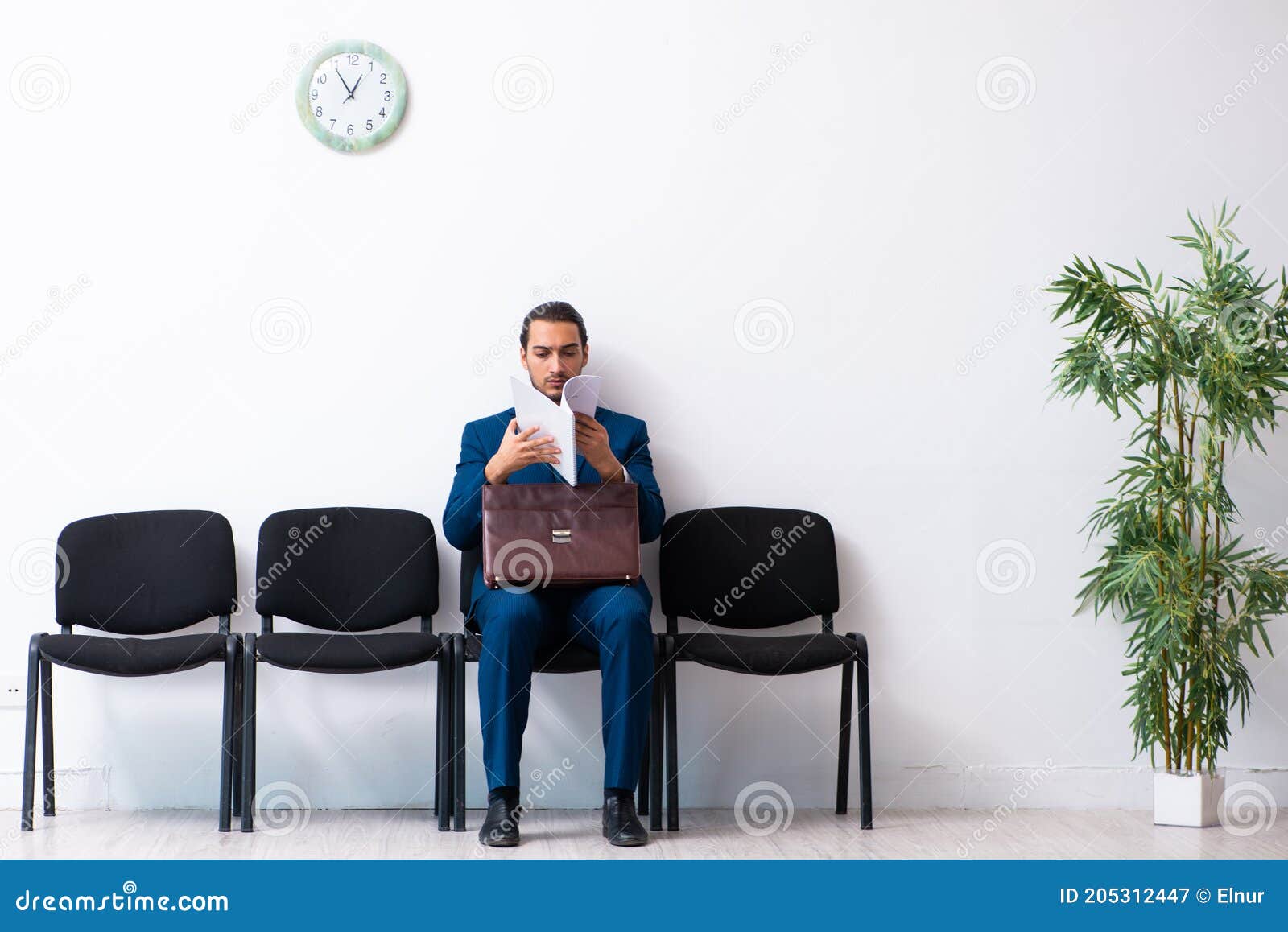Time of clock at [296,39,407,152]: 12:54
